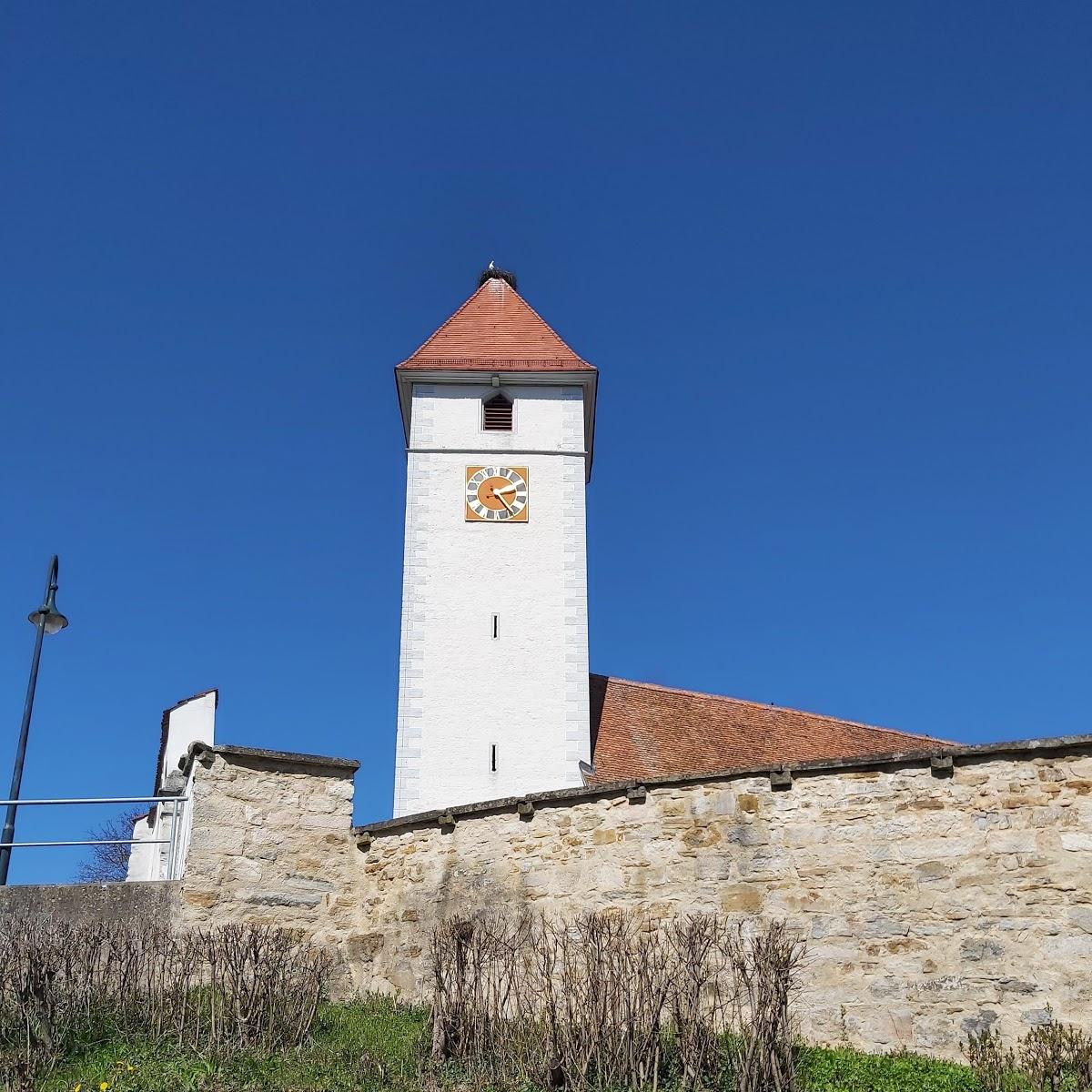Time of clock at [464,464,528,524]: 2:24
